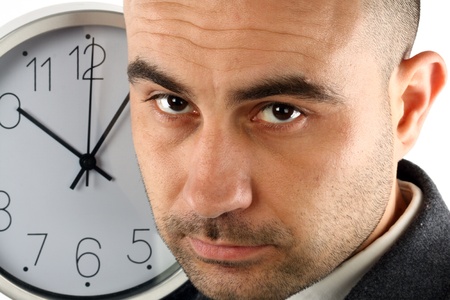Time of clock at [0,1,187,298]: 10:06
